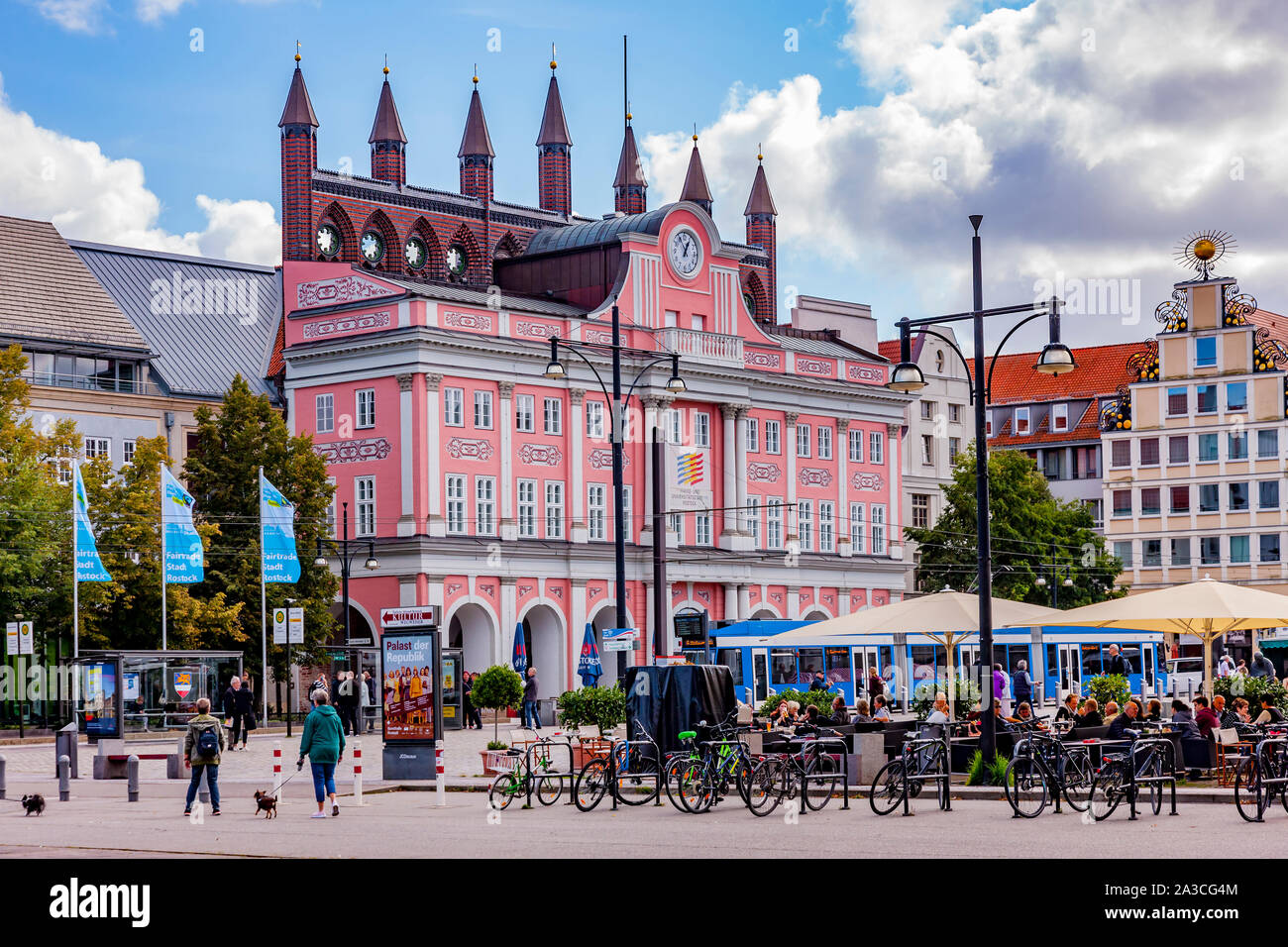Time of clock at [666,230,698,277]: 12:55
